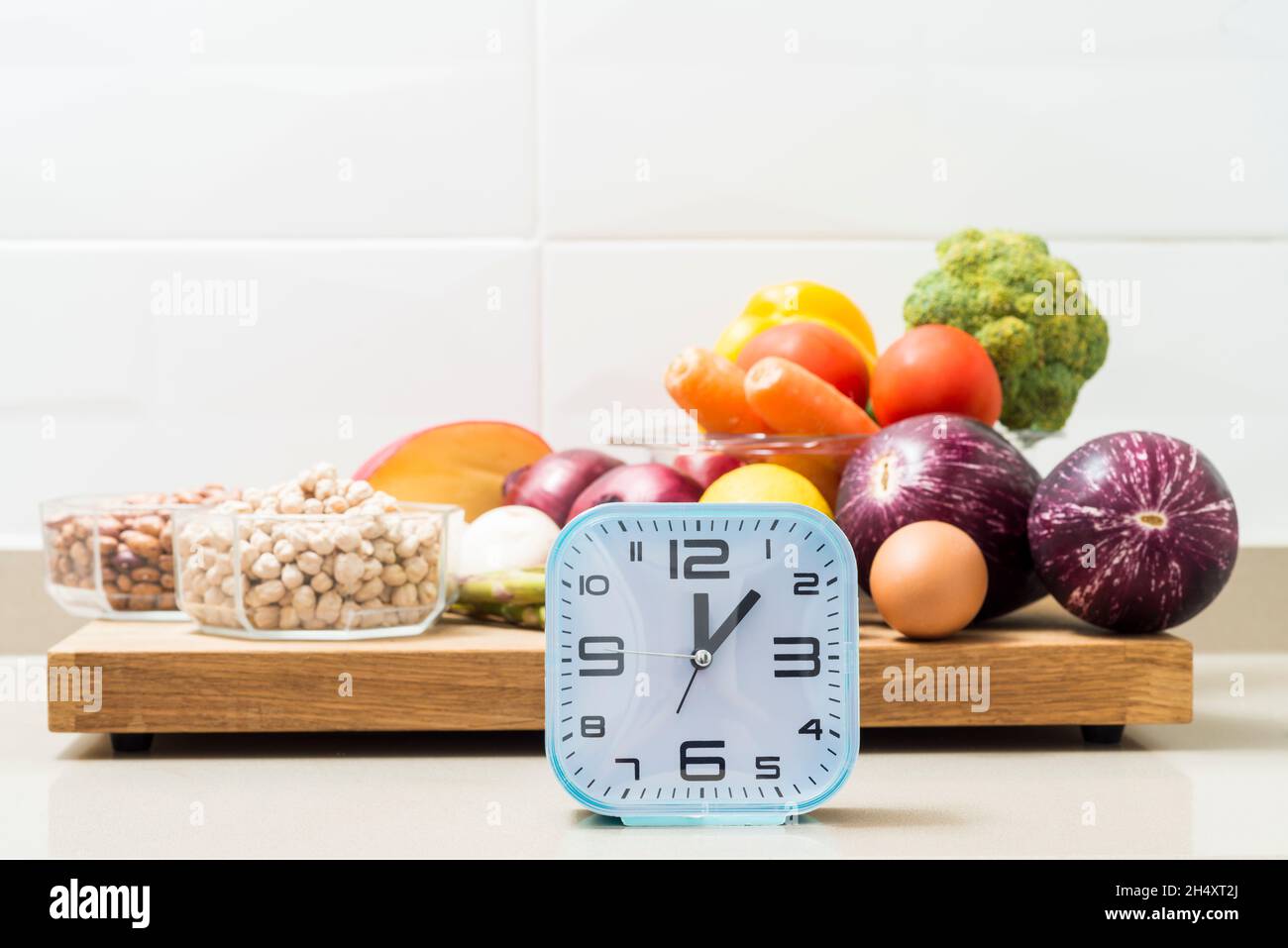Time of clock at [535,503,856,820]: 12:07
